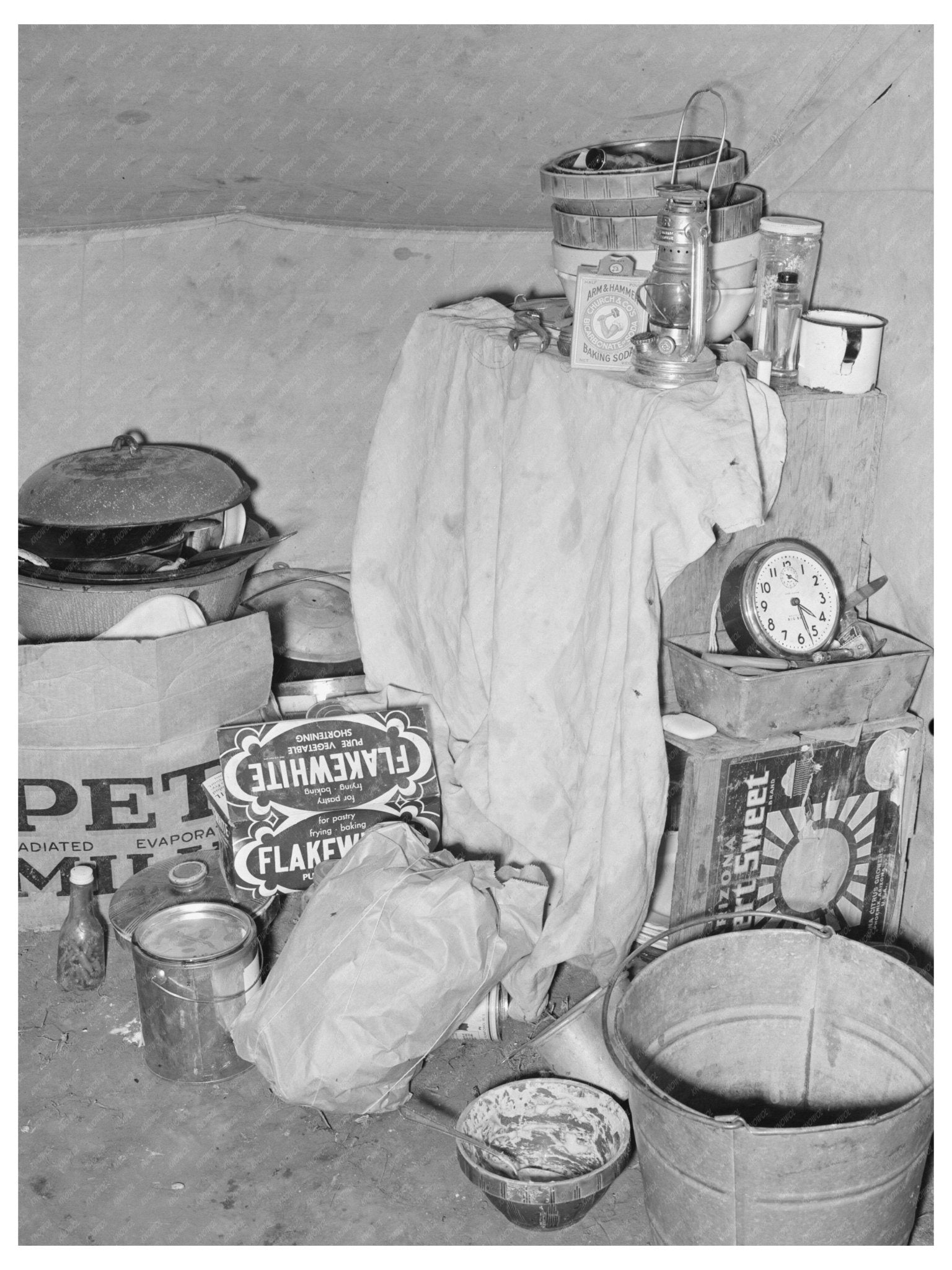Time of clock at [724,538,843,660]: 4:27
